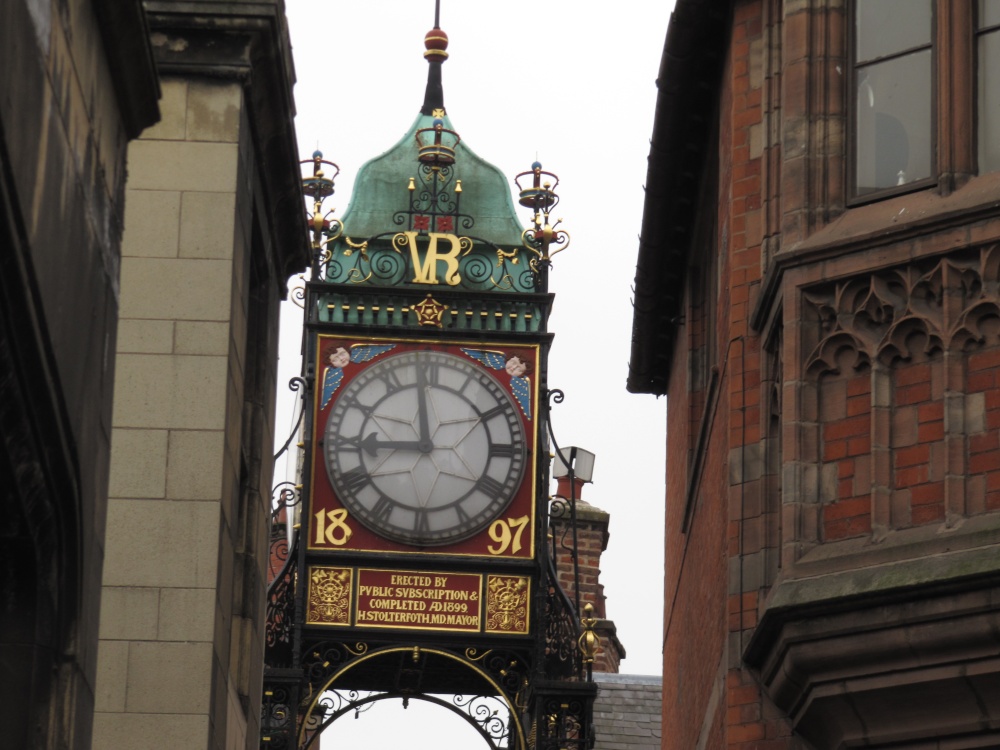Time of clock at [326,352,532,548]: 8:58
